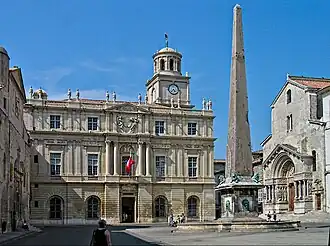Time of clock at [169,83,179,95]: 4:37
